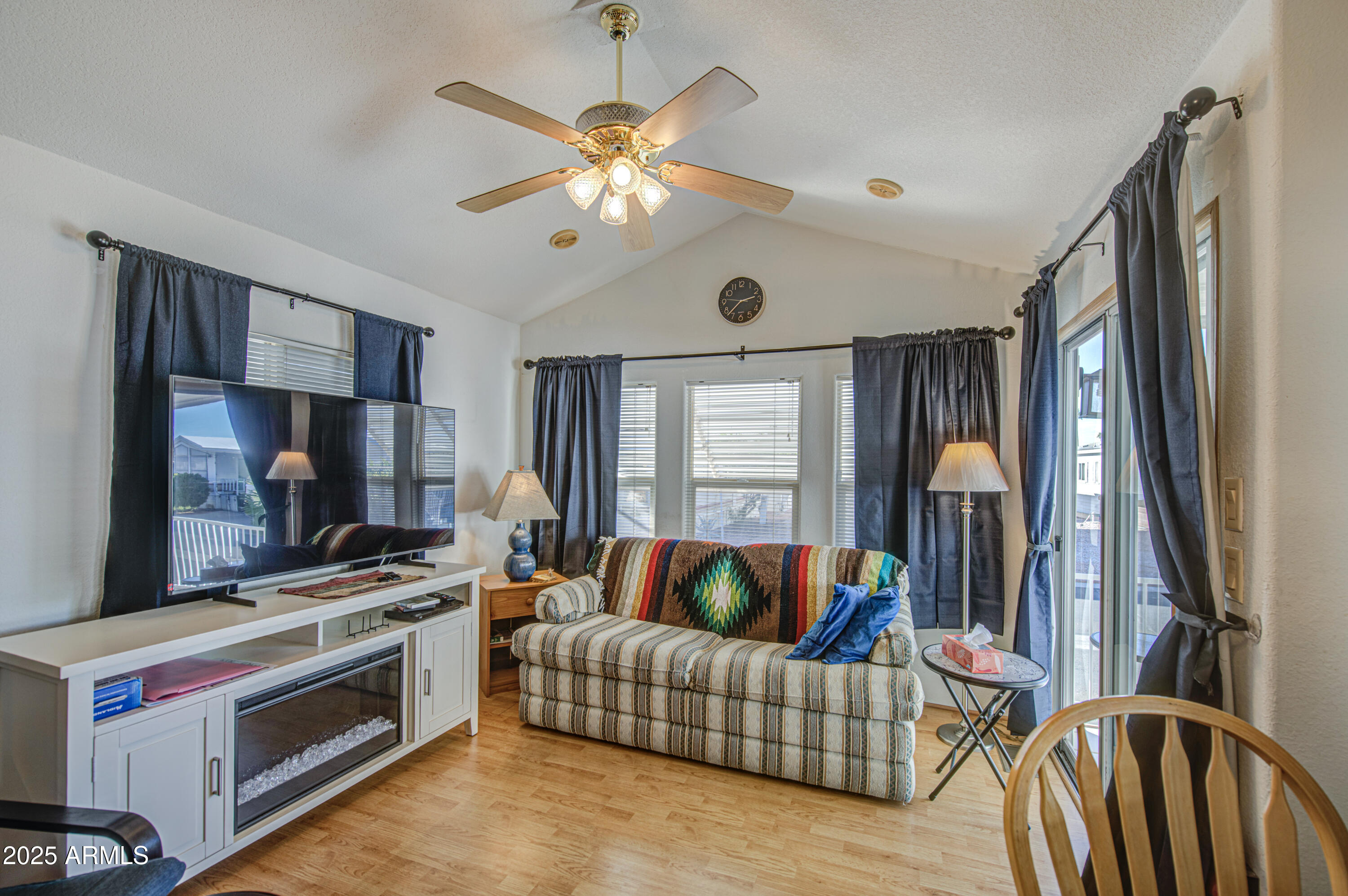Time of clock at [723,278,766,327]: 2:37
